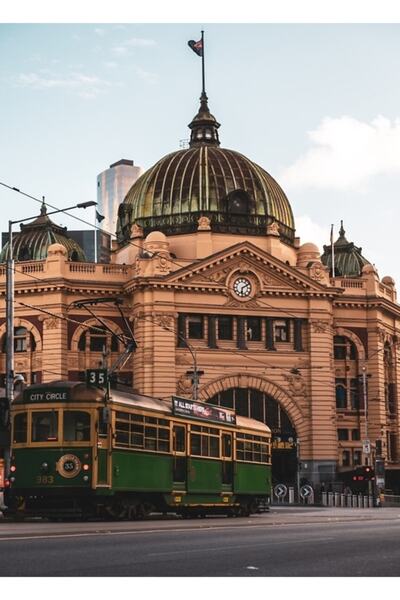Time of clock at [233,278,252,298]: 6:10
